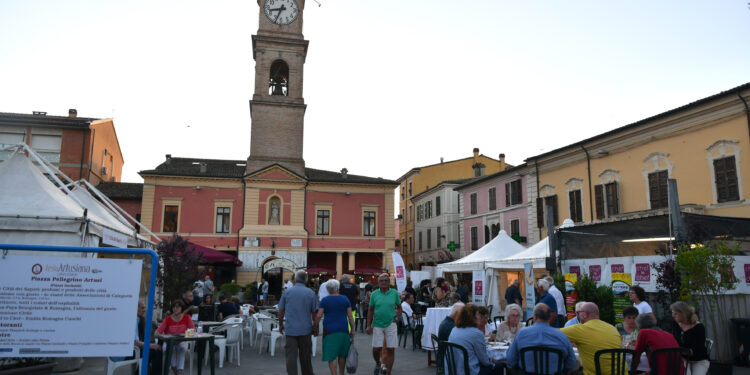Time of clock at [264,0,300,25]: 8:33
